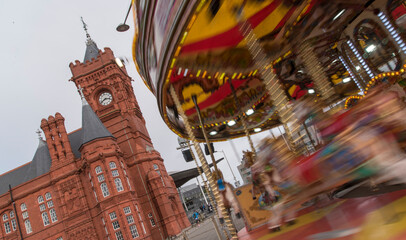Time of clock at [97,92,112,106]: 2:37
